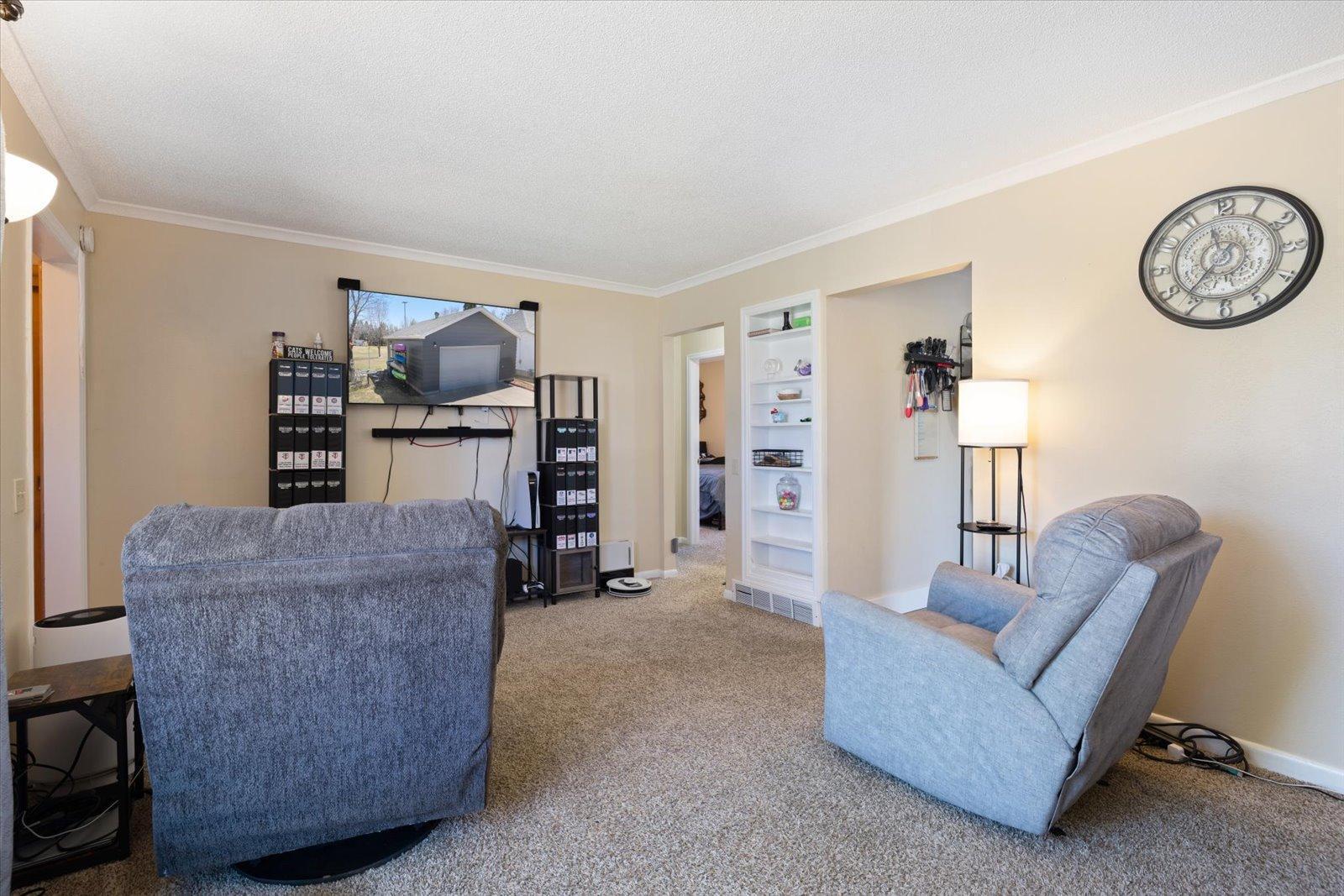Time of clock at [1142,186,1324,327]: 11:36
